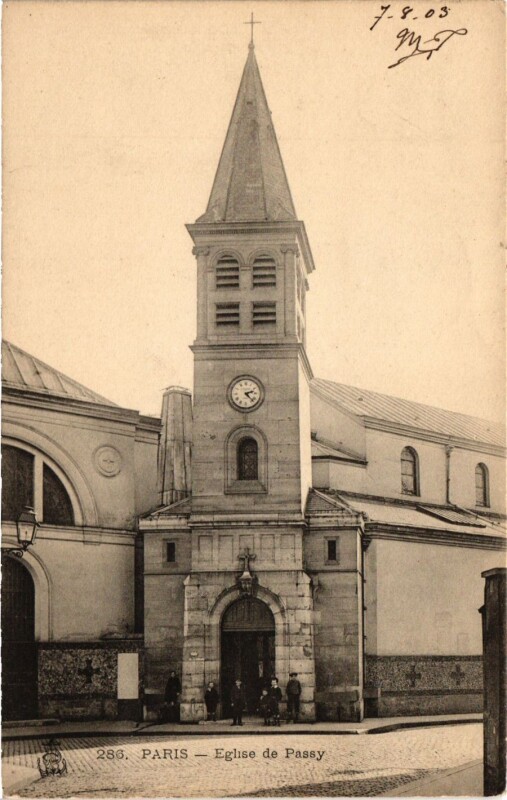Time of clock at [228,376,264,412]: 2:22
